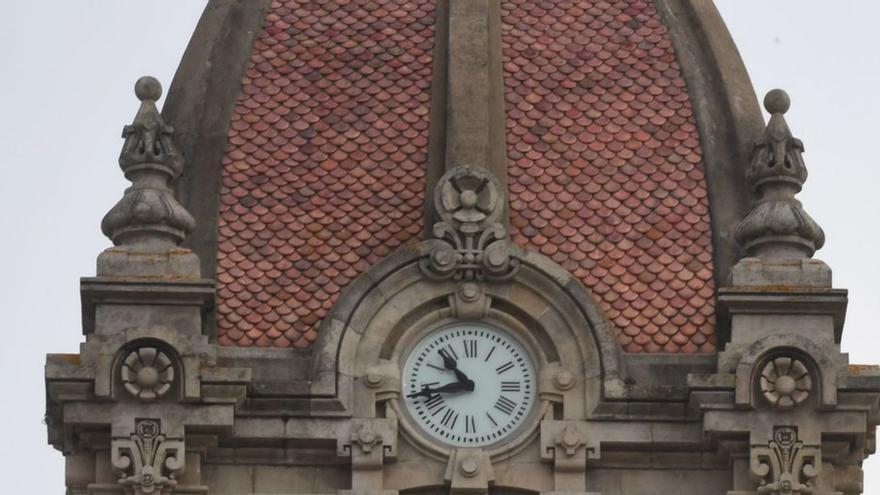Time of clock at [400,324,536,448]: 10:42
